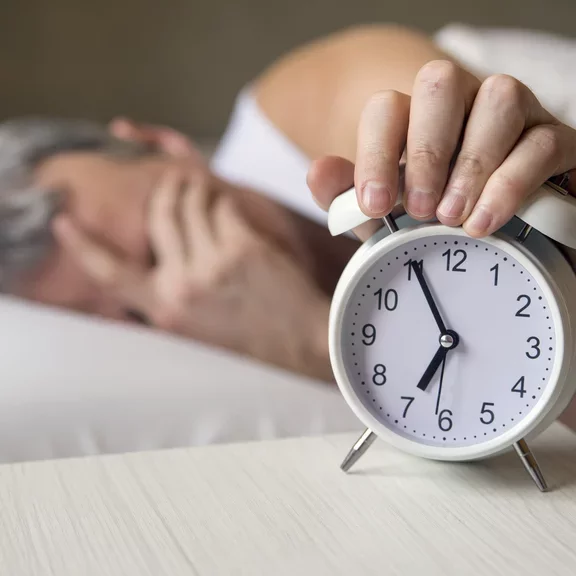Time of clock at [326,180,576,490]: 6:55
